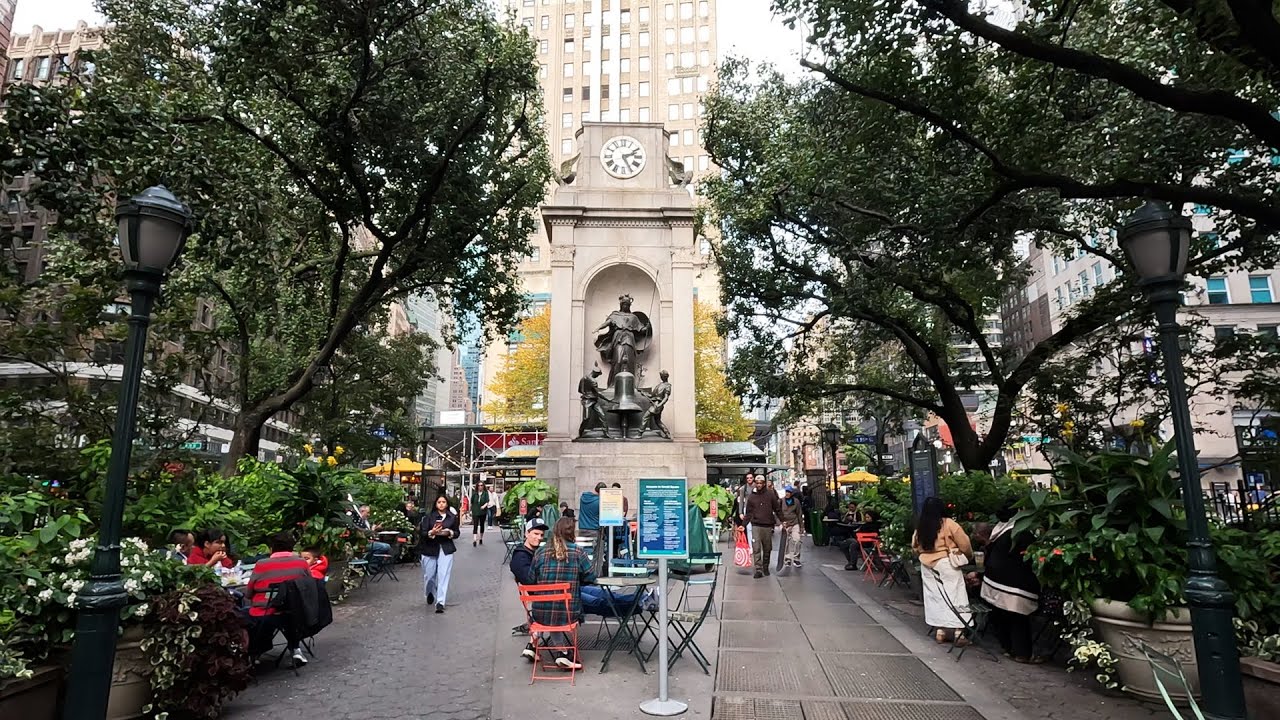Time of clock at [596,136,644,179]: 2:25
